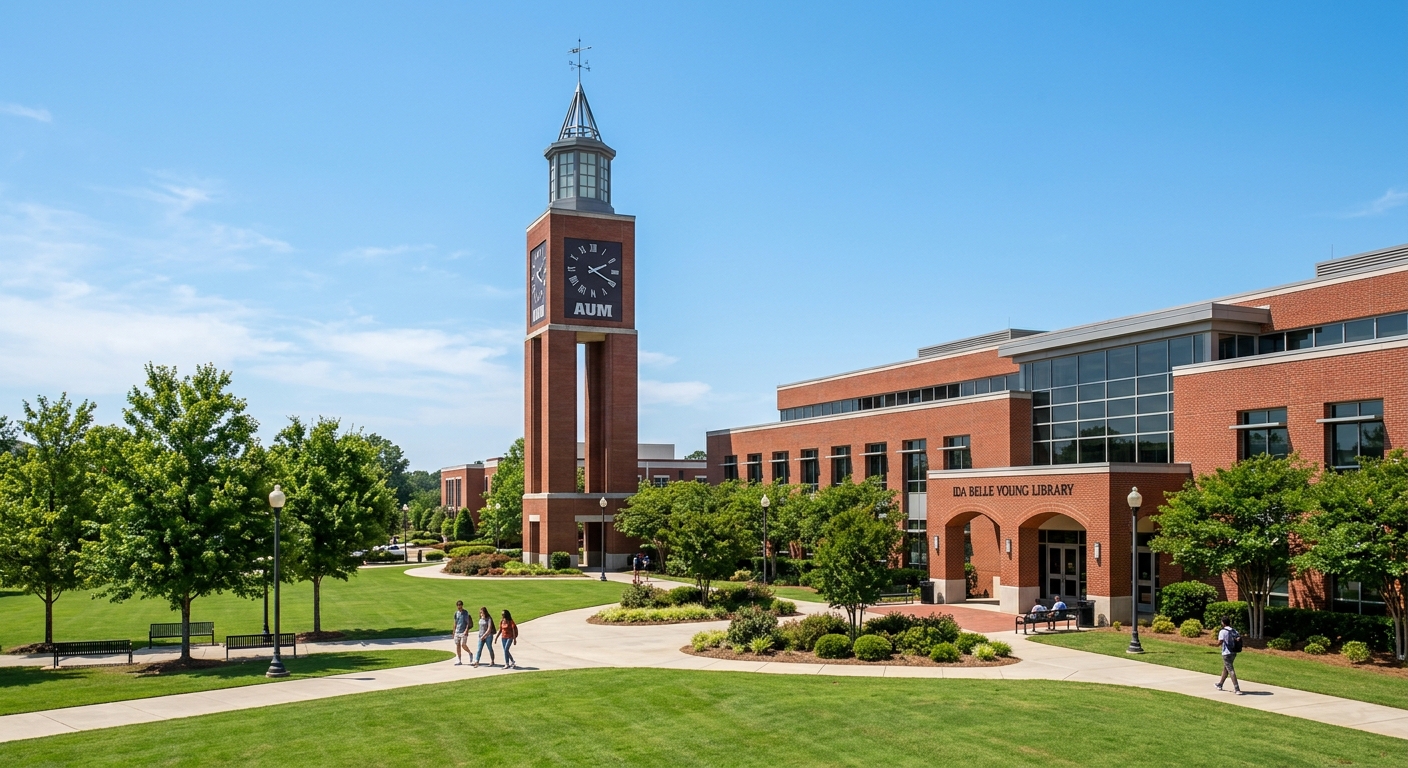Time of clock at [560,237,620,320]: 2:19
